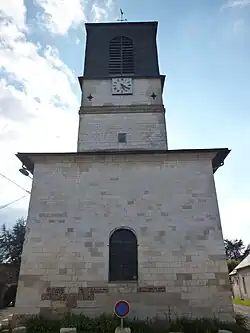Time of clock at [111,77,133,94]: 5:21
